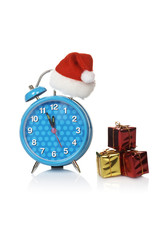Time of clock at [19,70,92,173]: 11:55
